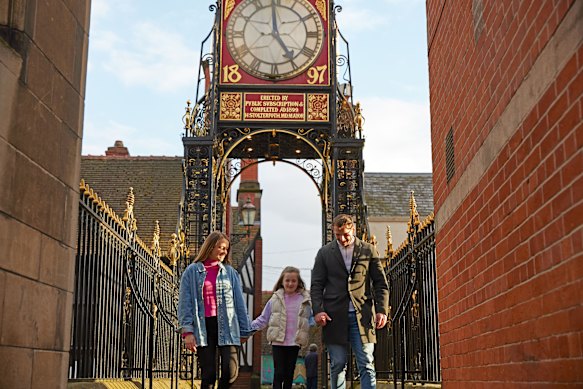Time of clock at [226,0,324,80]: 4:59
